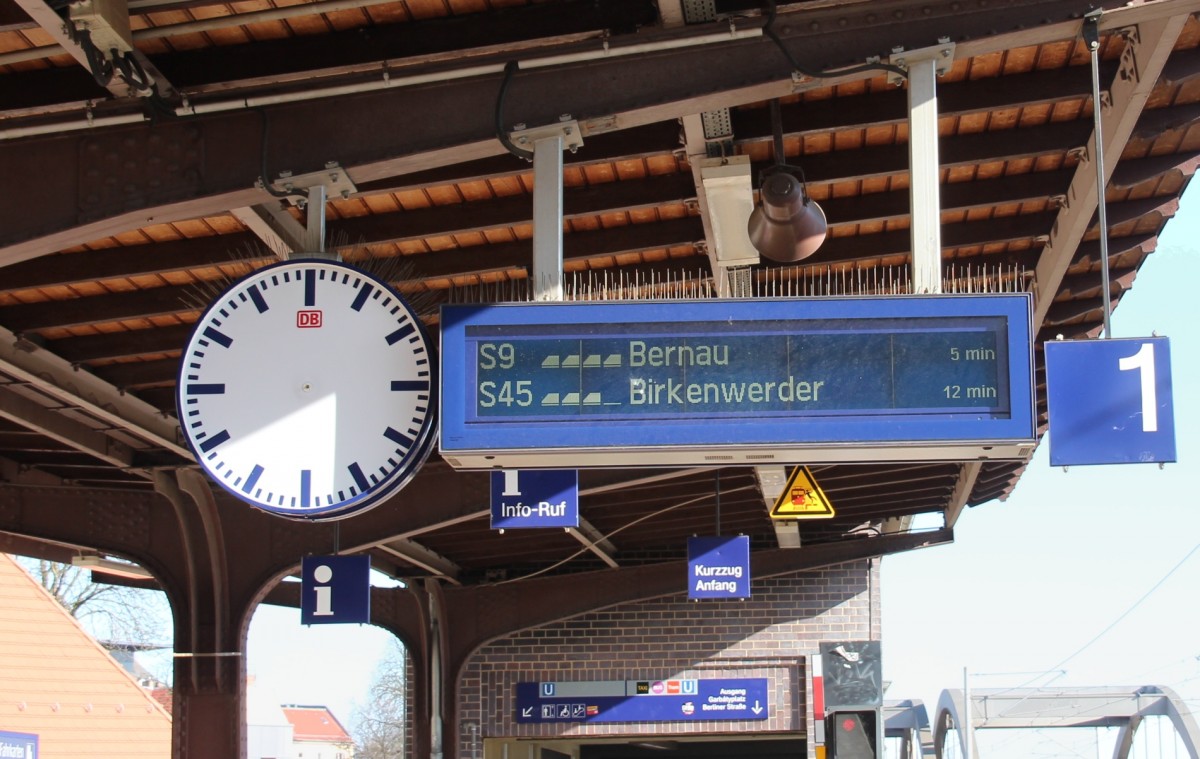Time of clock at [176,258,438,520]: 5:40
